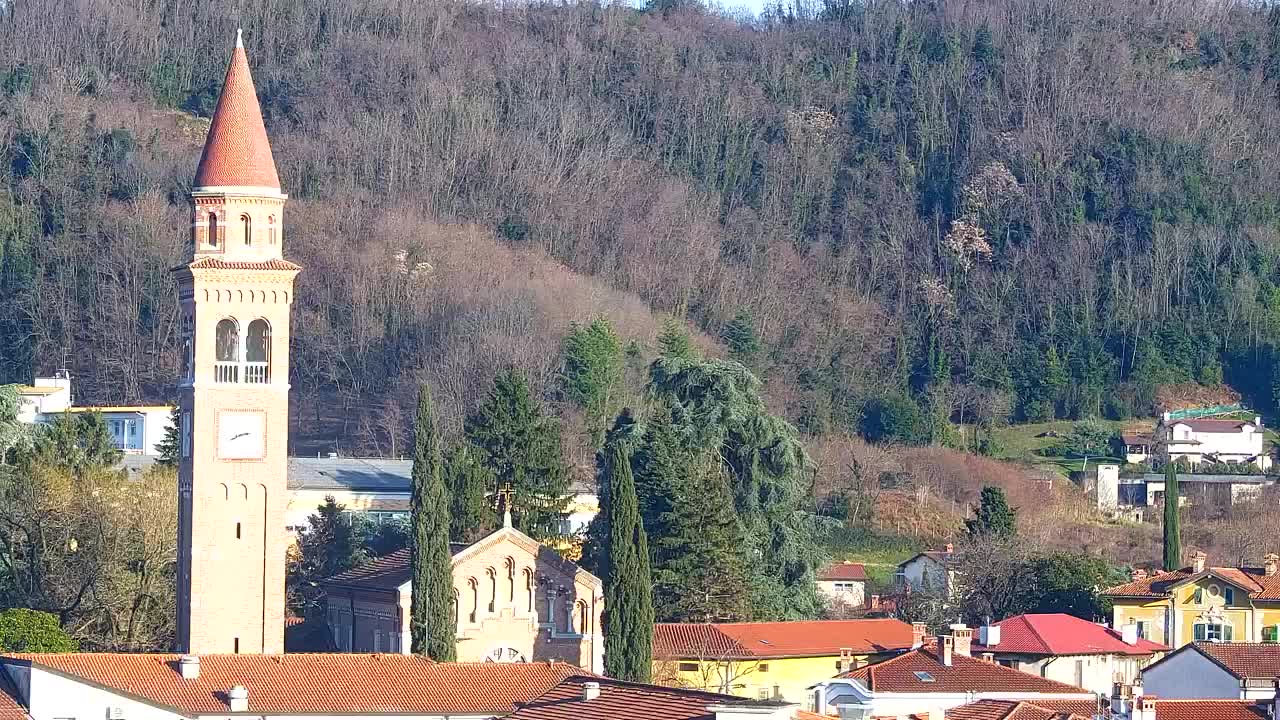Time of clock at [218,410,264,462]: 8:12
